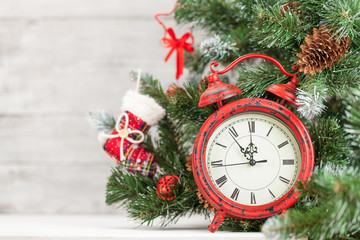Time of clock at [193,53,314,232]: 11:53
